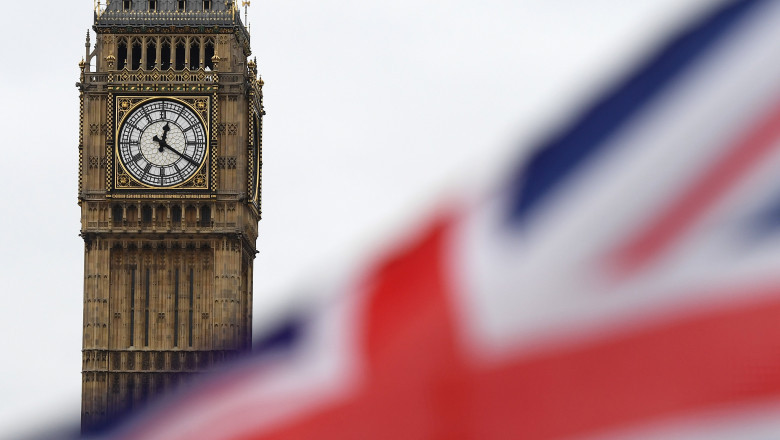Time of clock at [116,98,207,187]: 12:20
